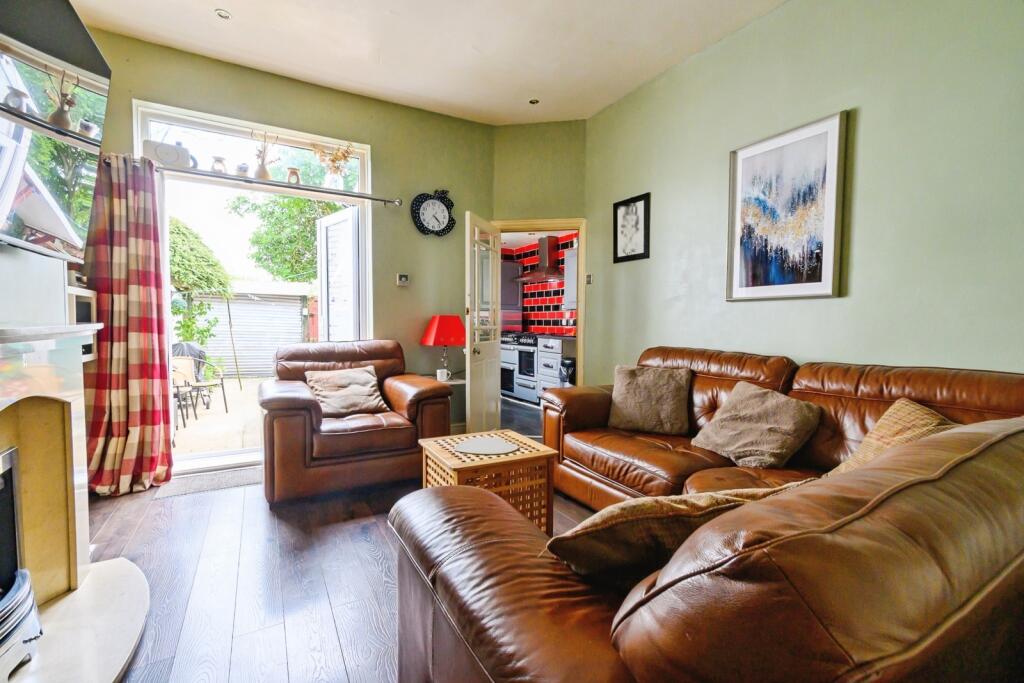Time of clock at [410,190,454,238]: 4:22
